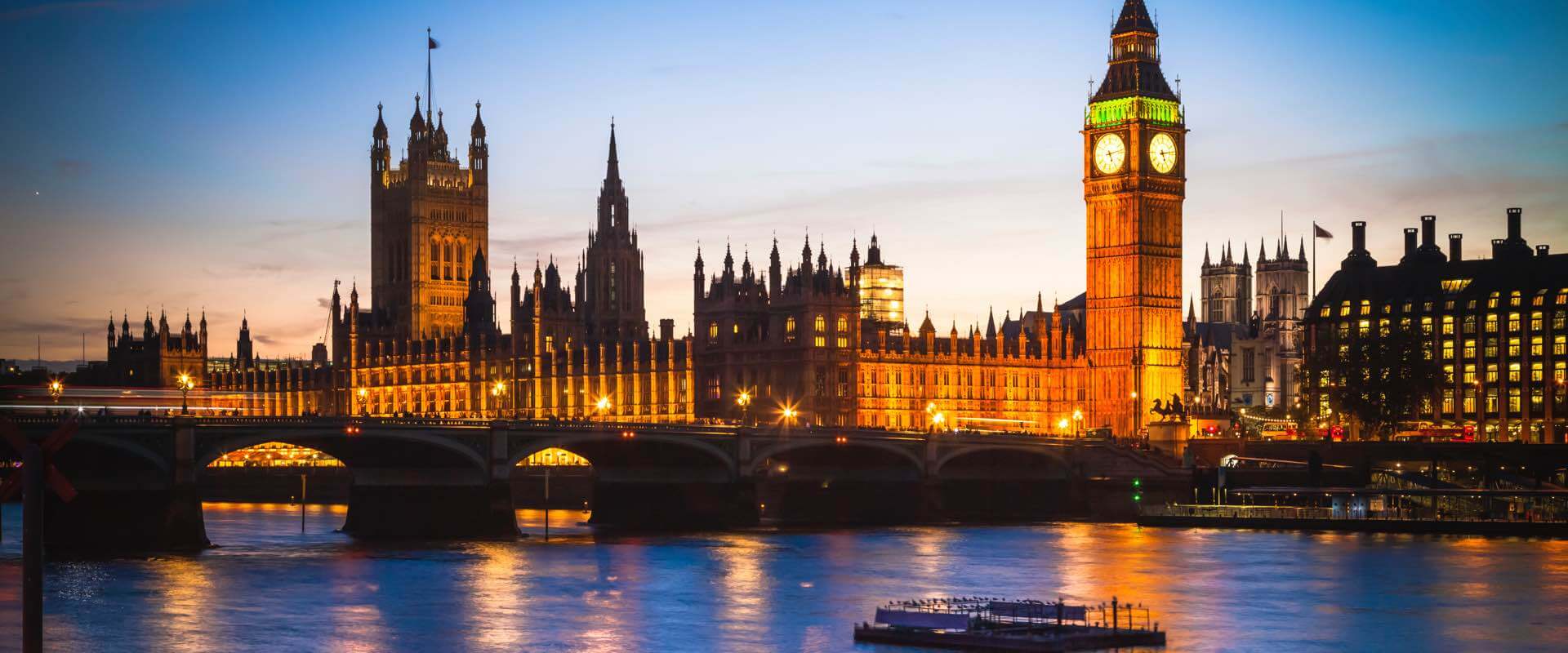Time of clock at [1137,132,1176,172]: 5:13
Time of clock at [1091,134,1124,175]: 5:13
